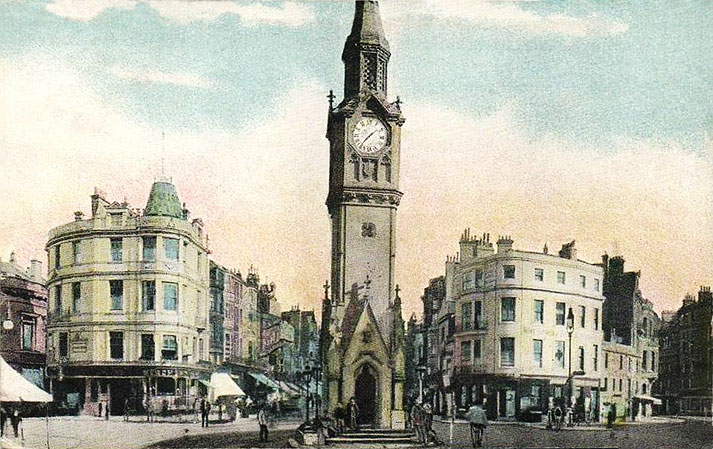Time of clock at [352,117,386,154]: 1:36
